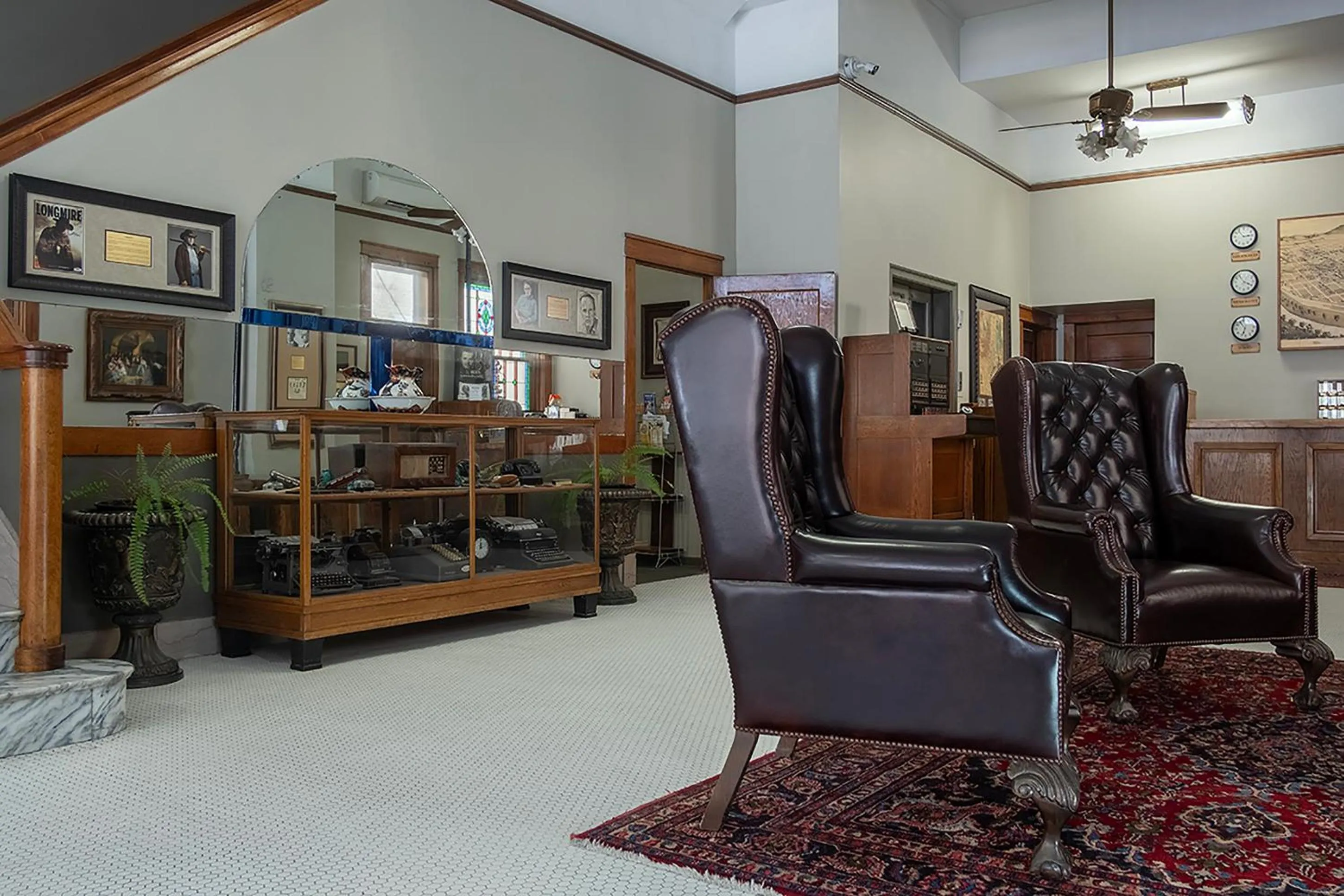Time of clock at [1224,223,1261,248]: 2:53
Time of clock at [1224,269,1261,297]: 3:54
